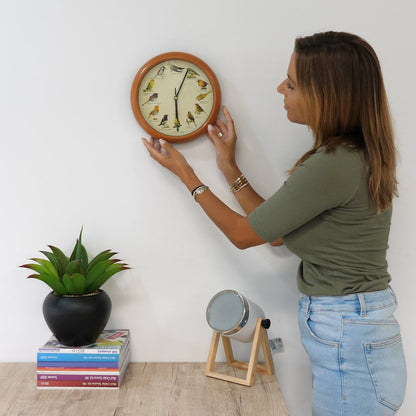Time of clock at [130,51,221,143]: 6:03
